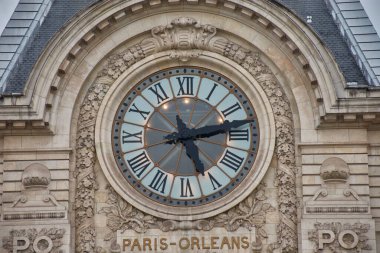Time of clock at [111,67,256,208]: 5:12
